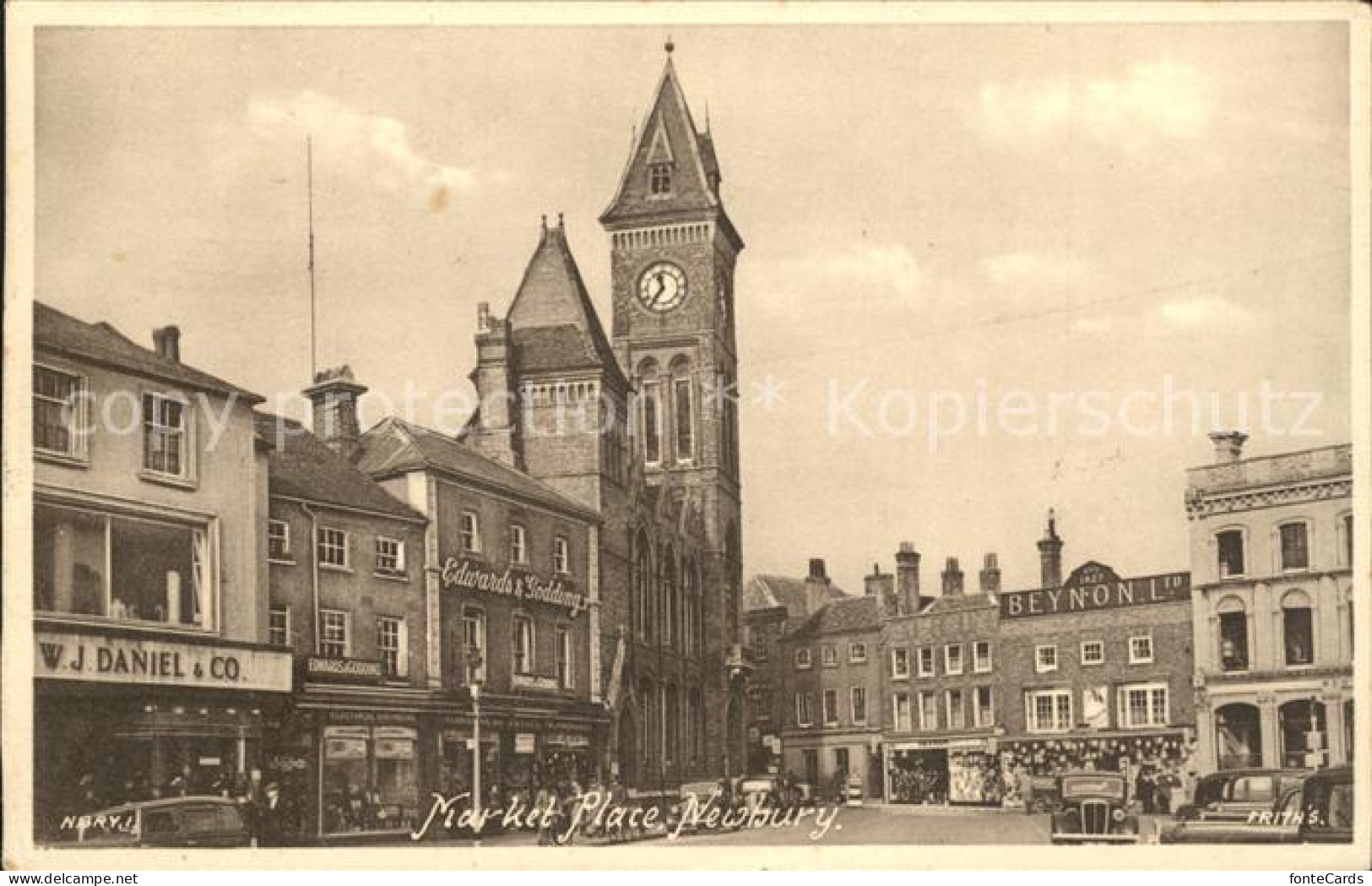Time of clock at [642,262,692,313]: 11:36
